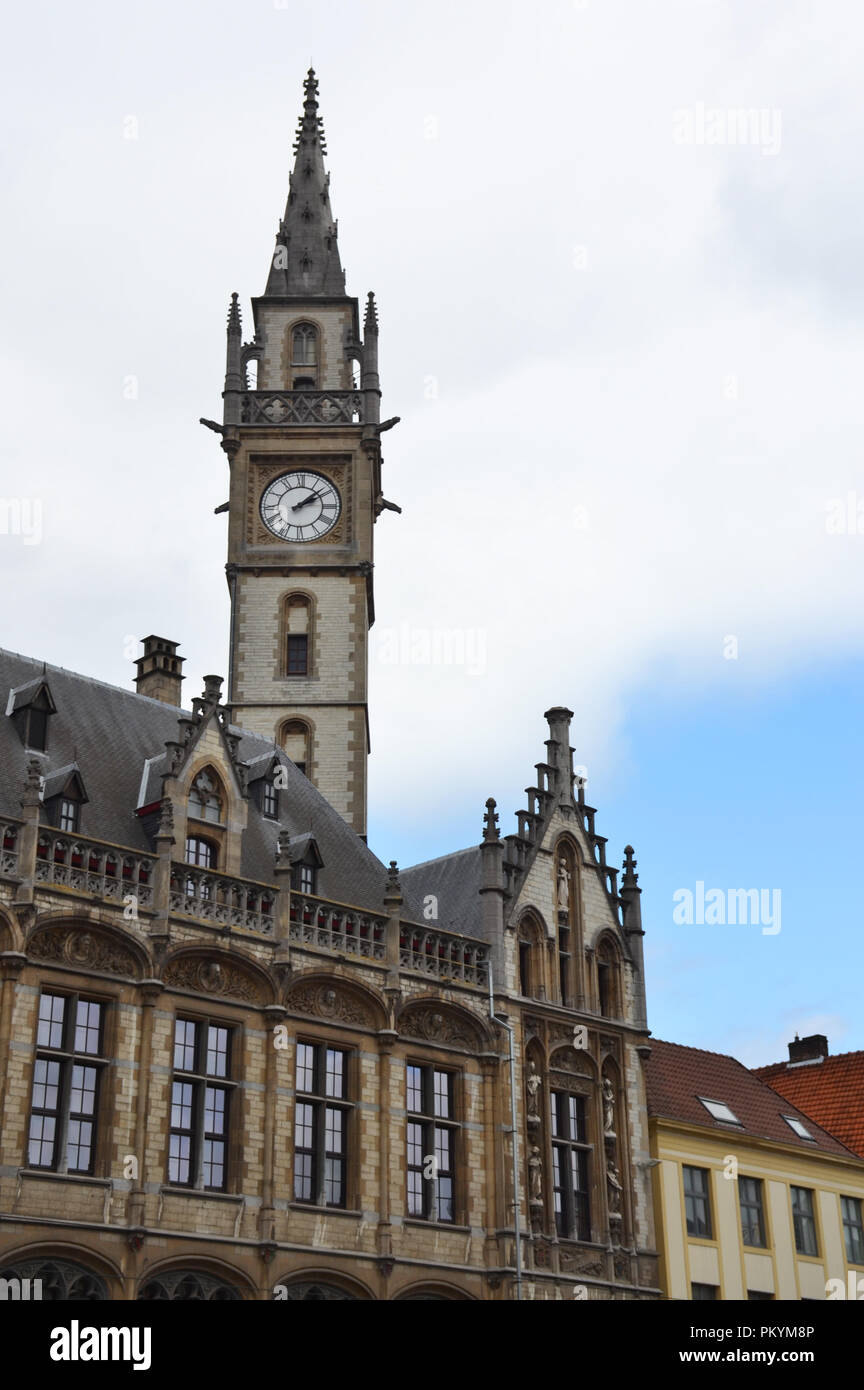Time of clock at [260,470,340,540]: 2:08
